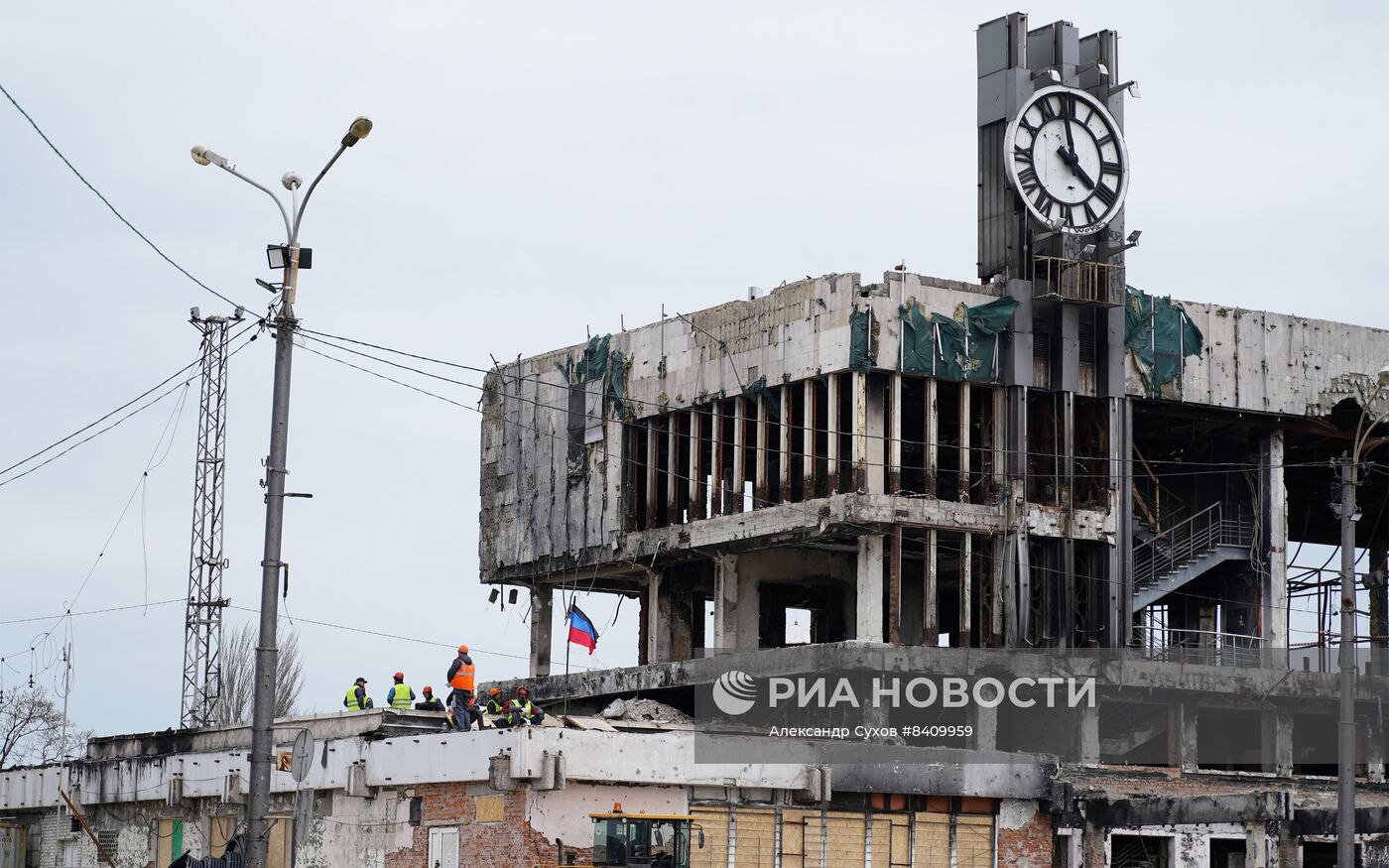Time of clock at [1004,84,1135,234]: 3:58
